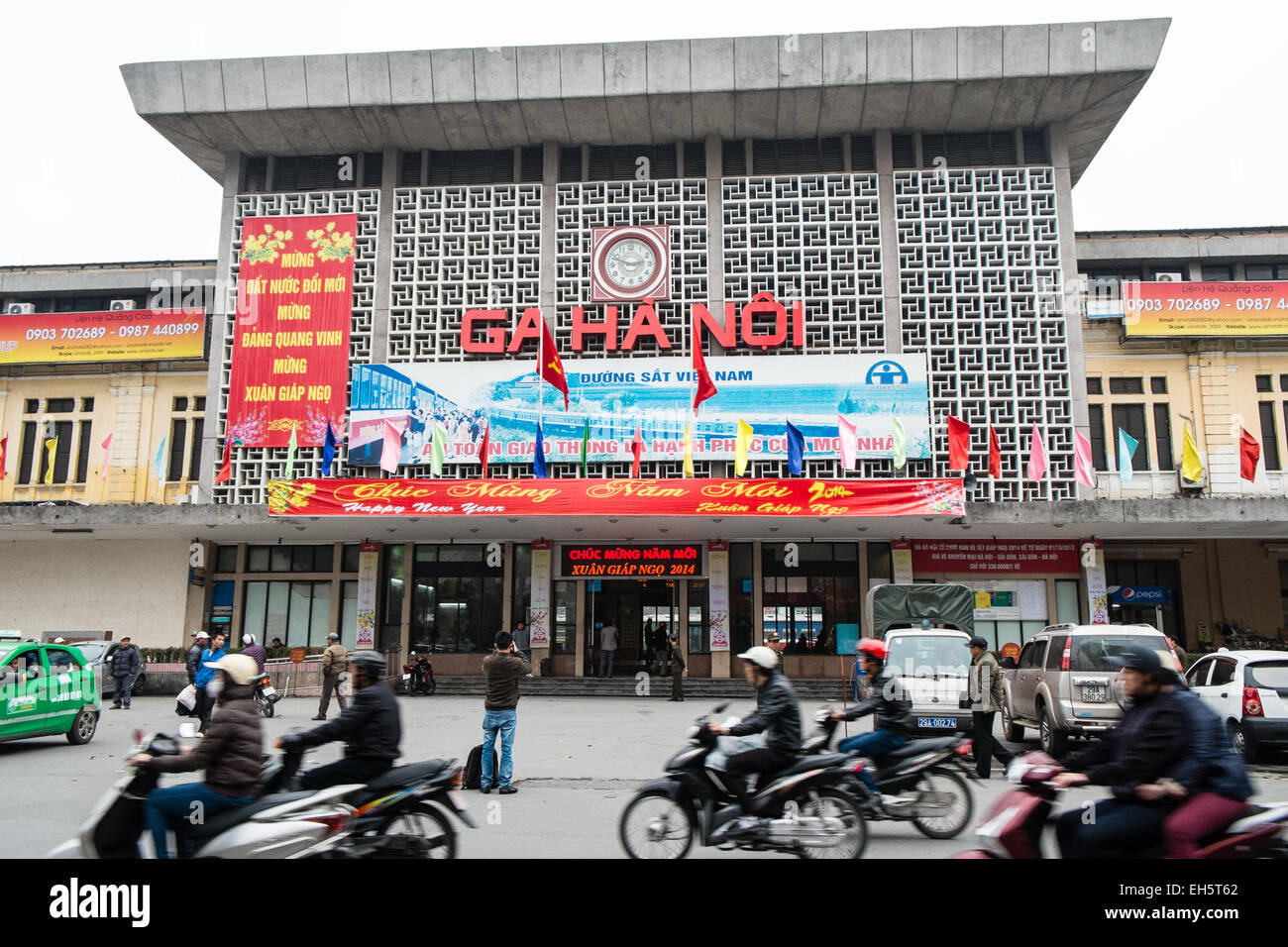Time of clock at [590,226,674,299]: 2:48
